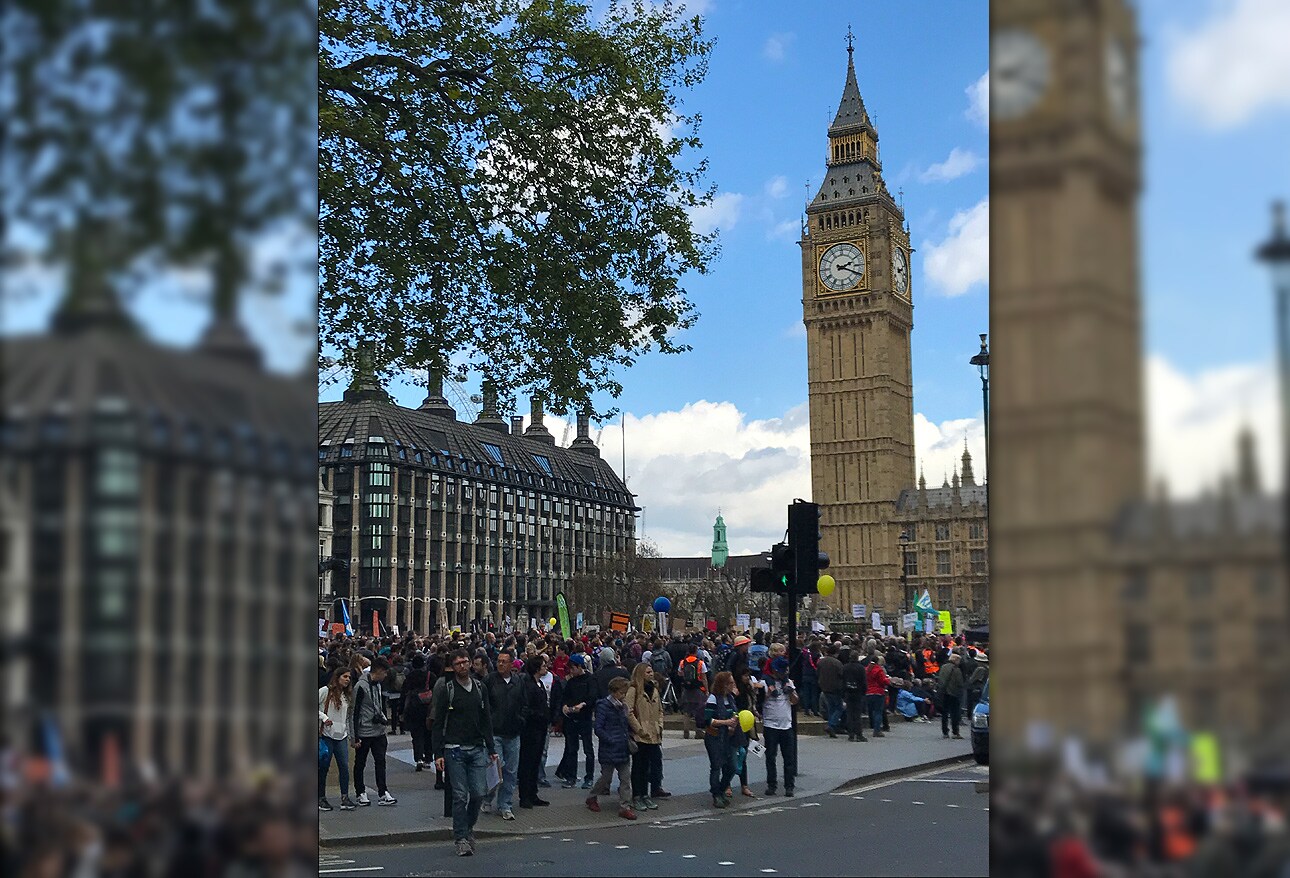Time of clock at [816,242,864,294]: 2:19
